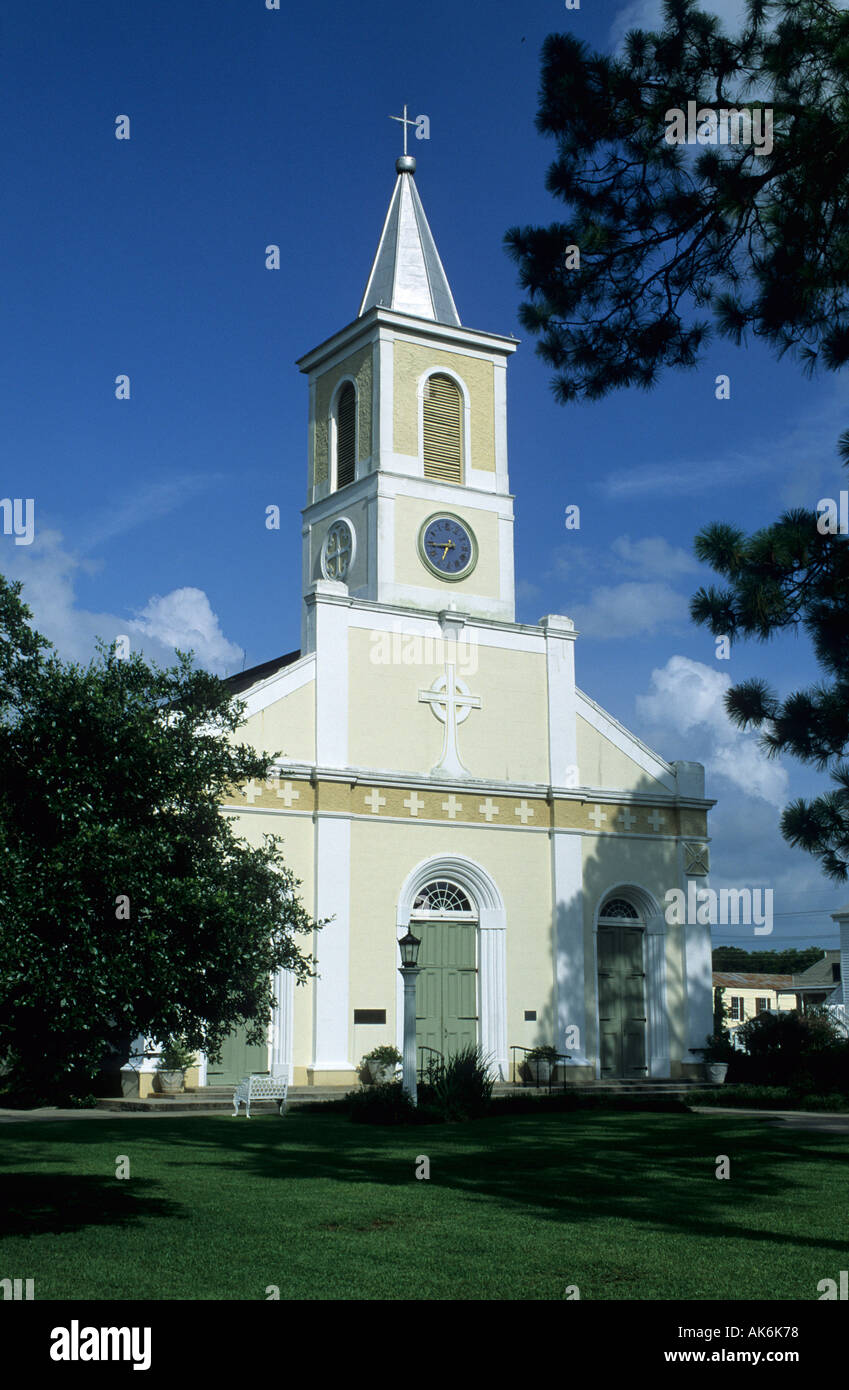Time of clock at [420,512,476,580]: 6:43
